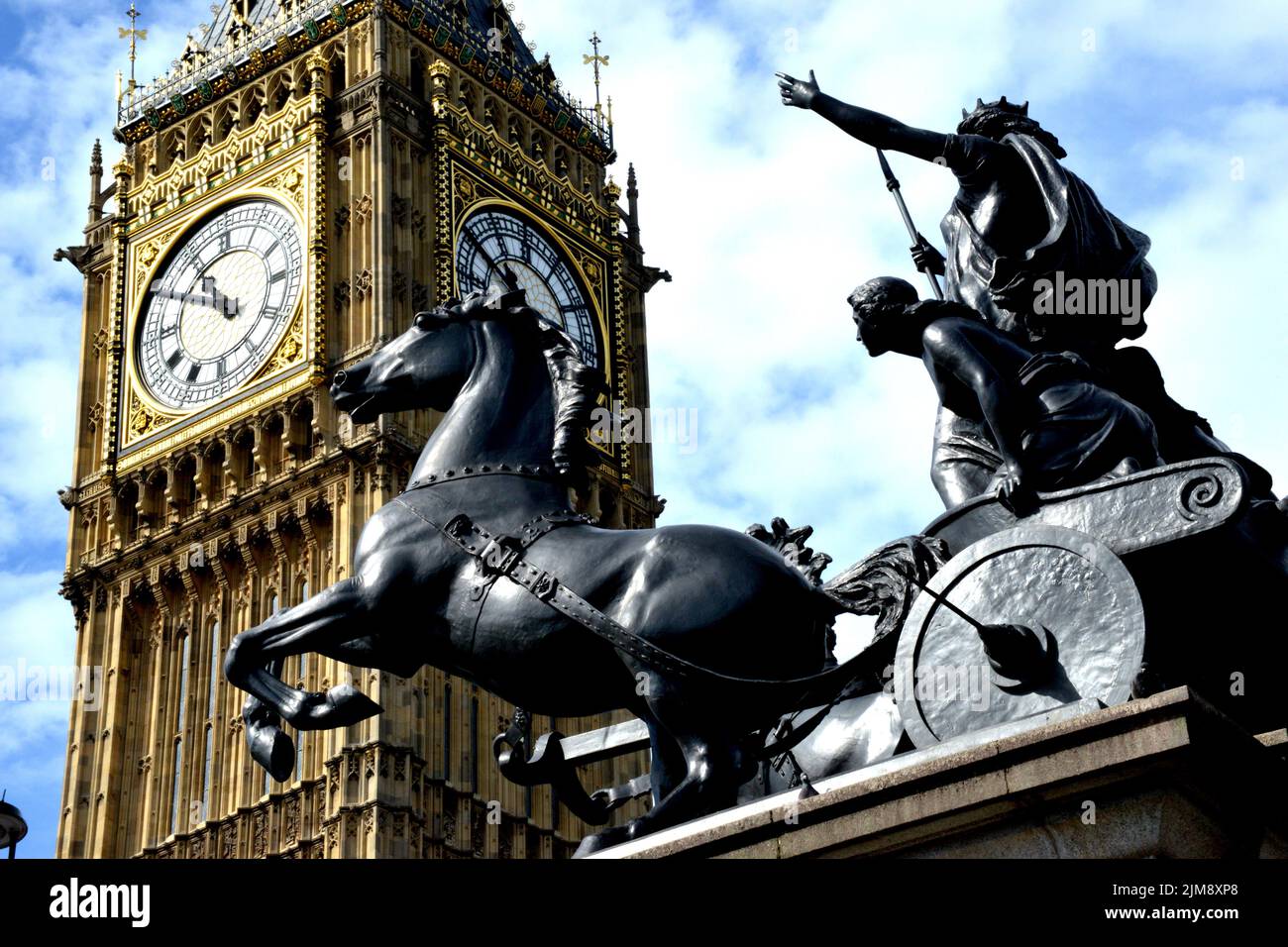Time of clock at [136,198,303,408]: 10:49
